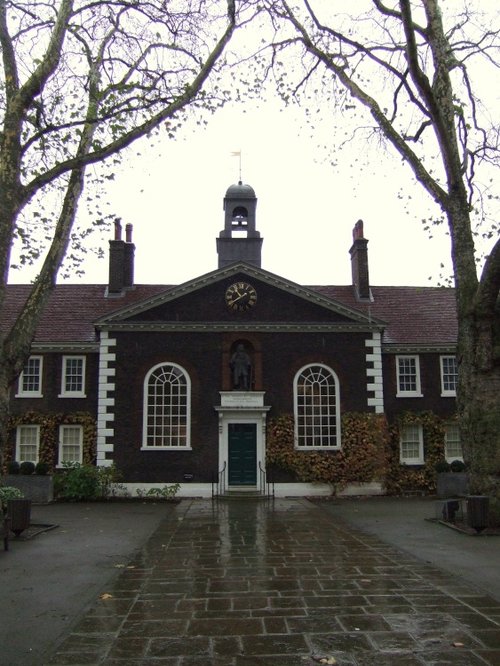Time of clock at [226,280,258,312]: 10:38
